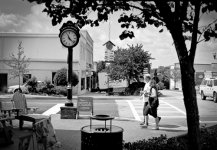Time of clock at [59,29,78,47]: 11:22
